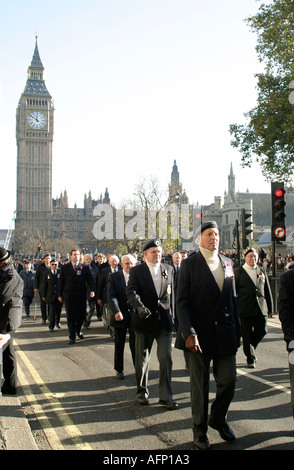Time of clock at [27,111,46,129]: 11:51
